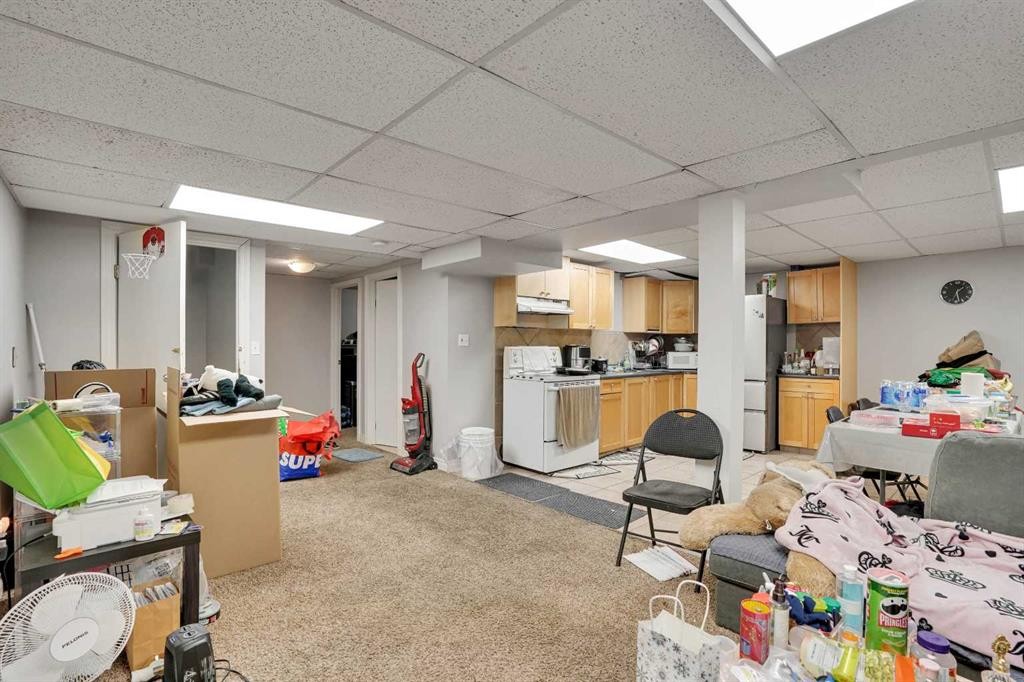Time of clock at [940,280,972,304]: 1:28
